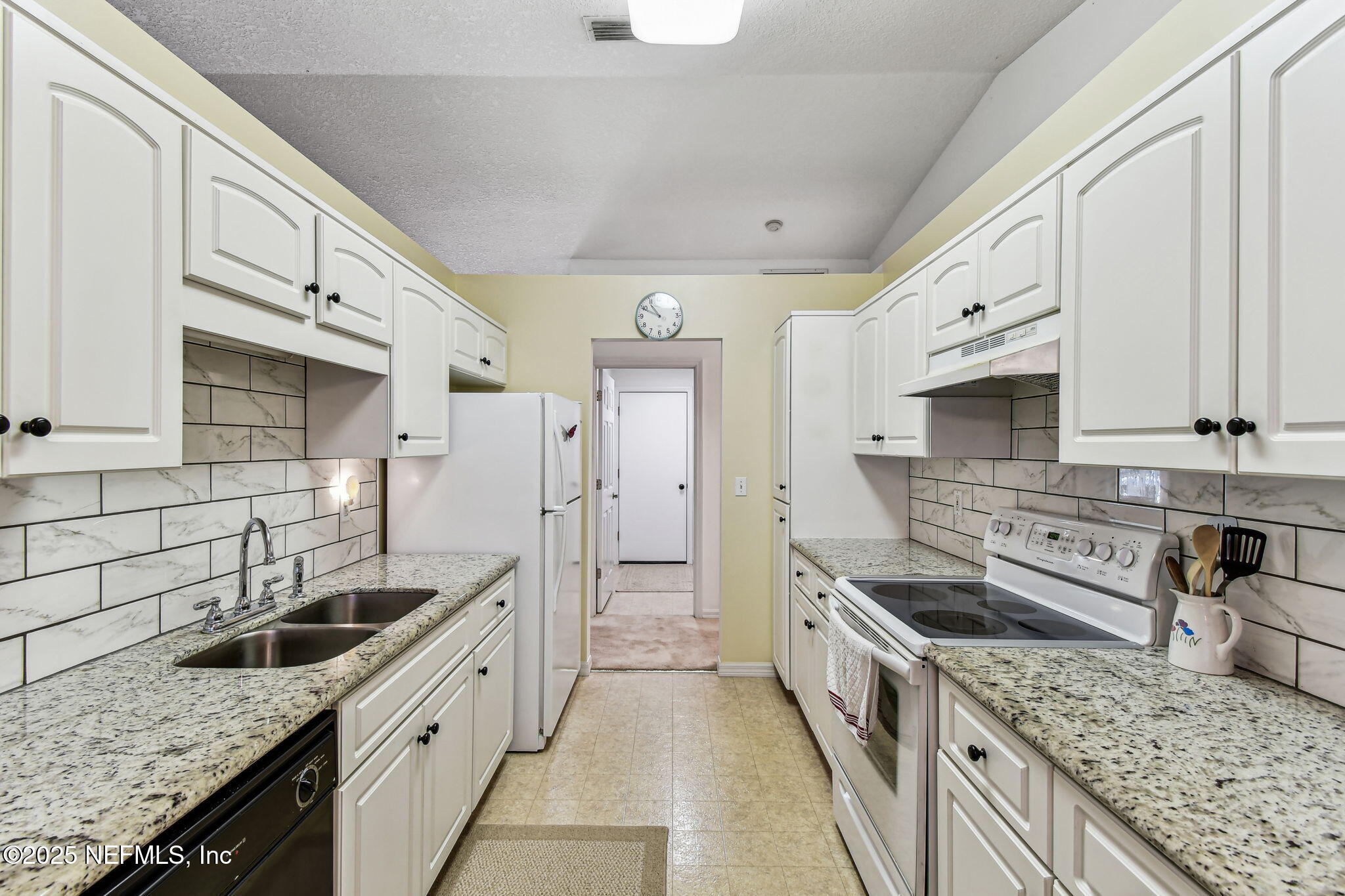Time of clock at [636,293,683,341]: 10:49
